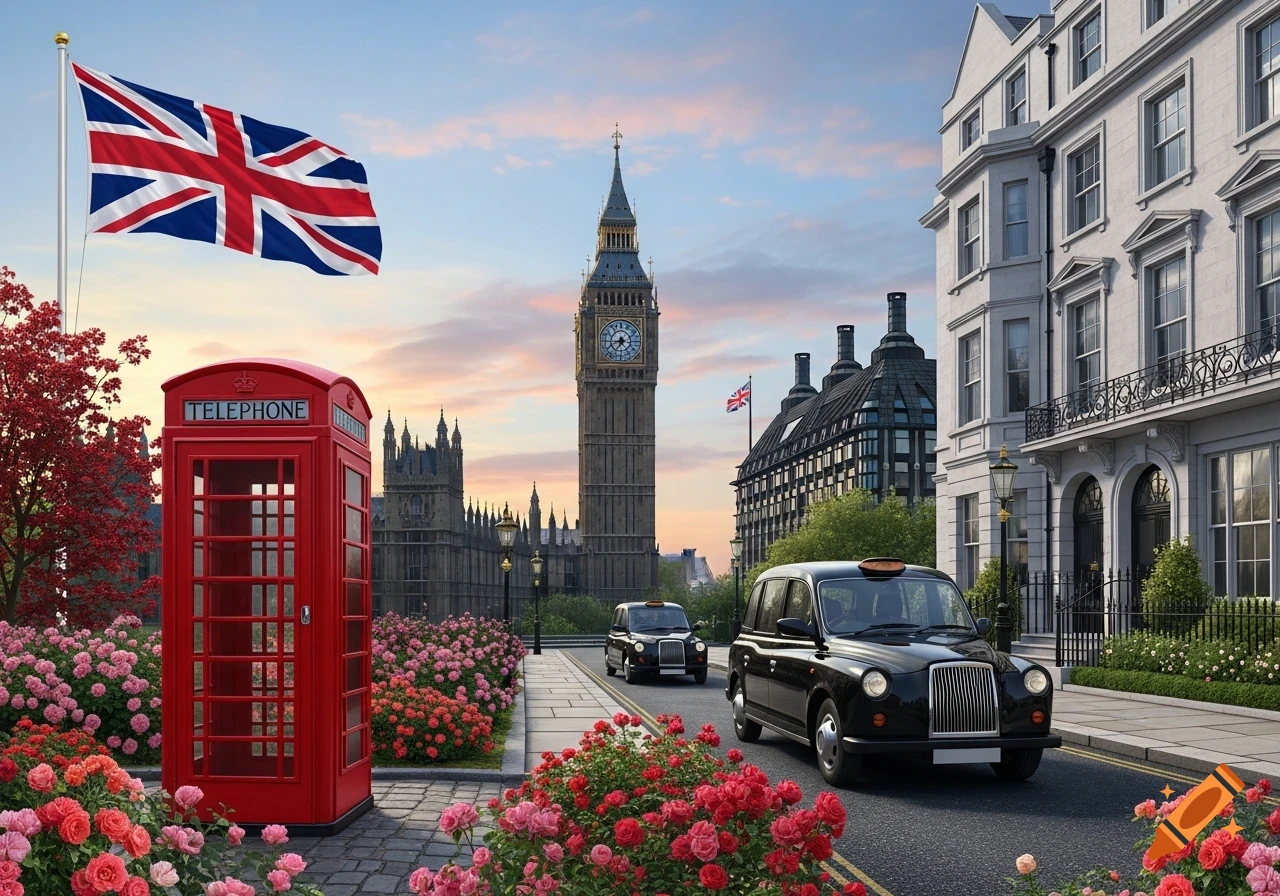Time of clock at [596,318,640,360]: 8:35
